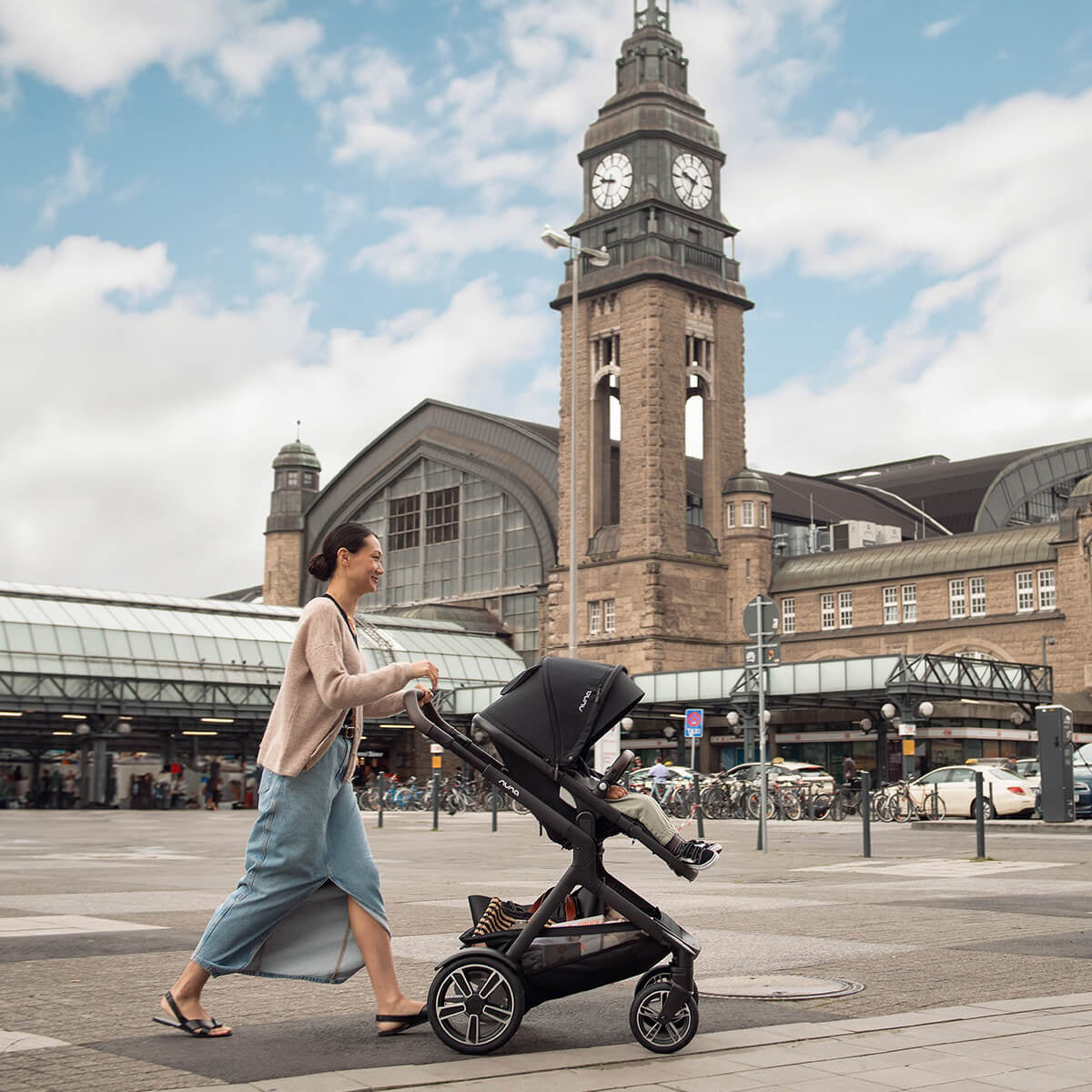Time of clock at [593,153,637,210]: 9:34
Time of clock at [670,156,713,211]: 9:33
